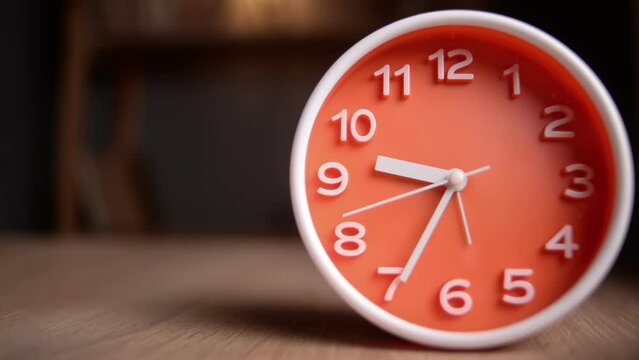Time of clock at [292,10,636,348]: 9:34
